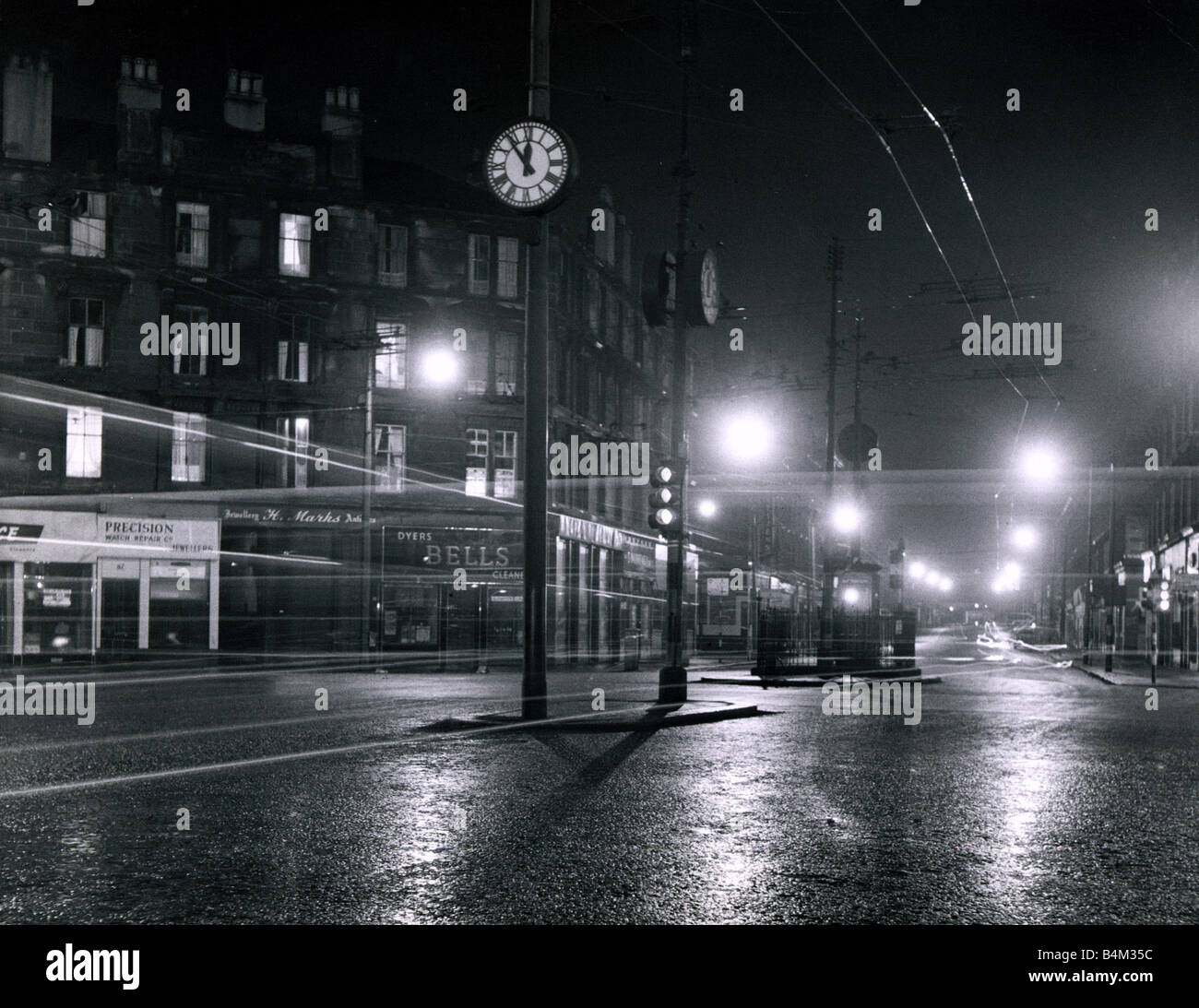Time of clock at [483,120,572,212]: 11:53
